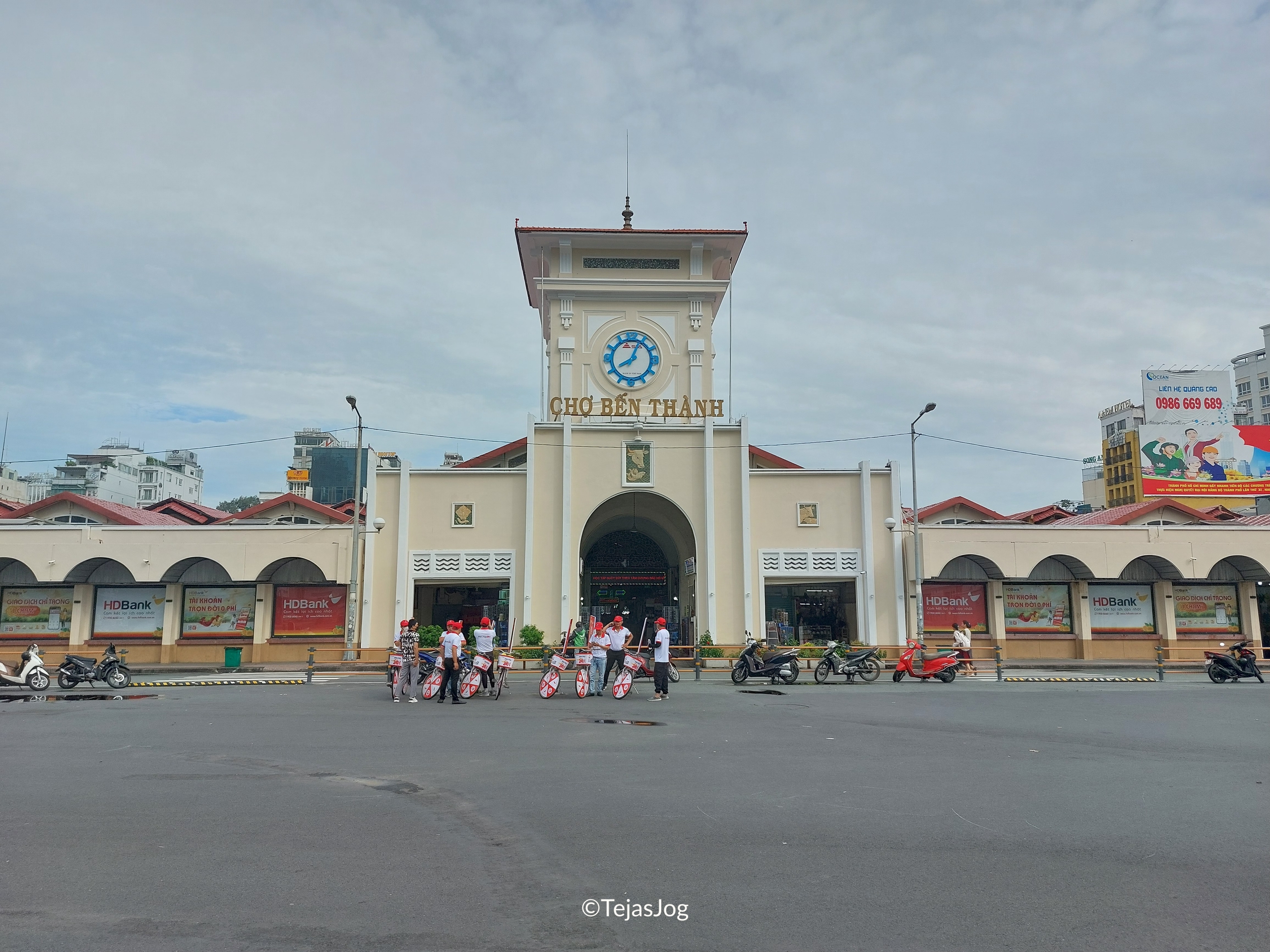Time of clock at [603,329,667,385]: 8:04
